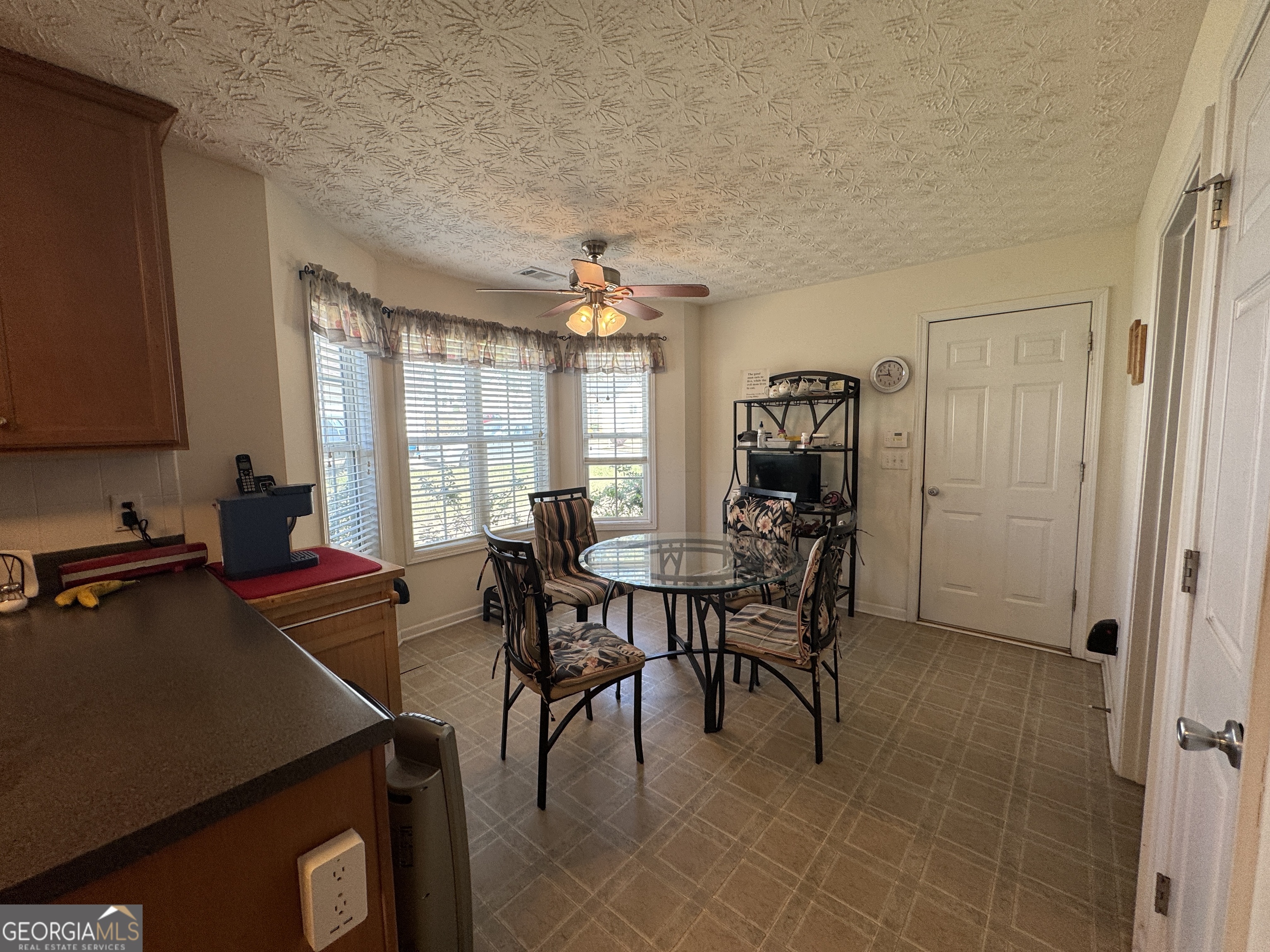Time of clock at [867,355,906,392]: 11:45
